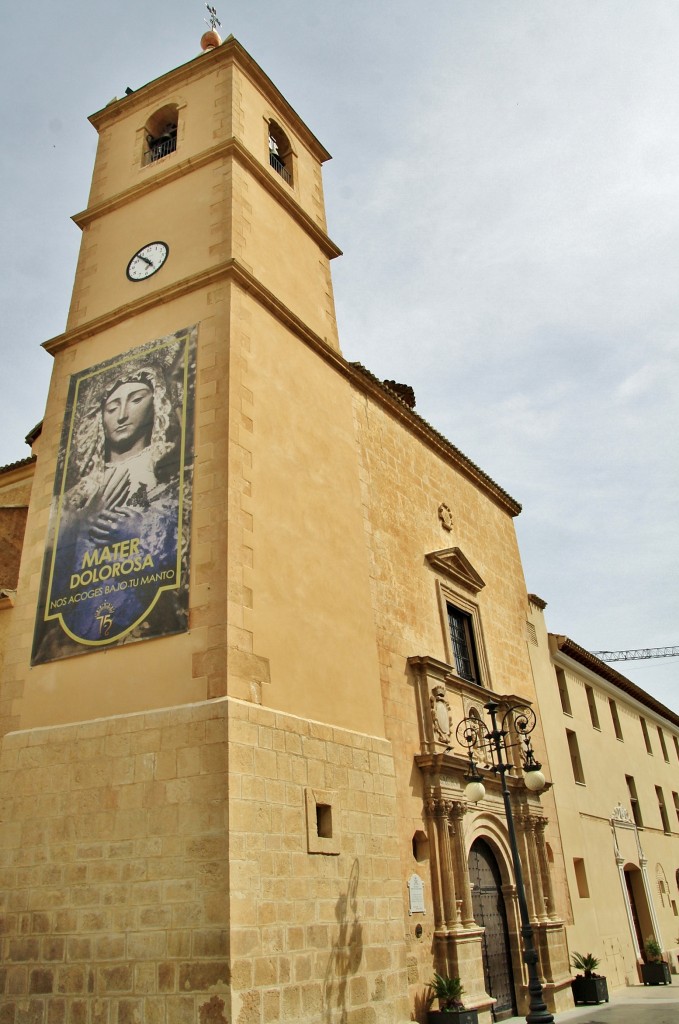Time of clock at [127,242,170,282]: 4:53
